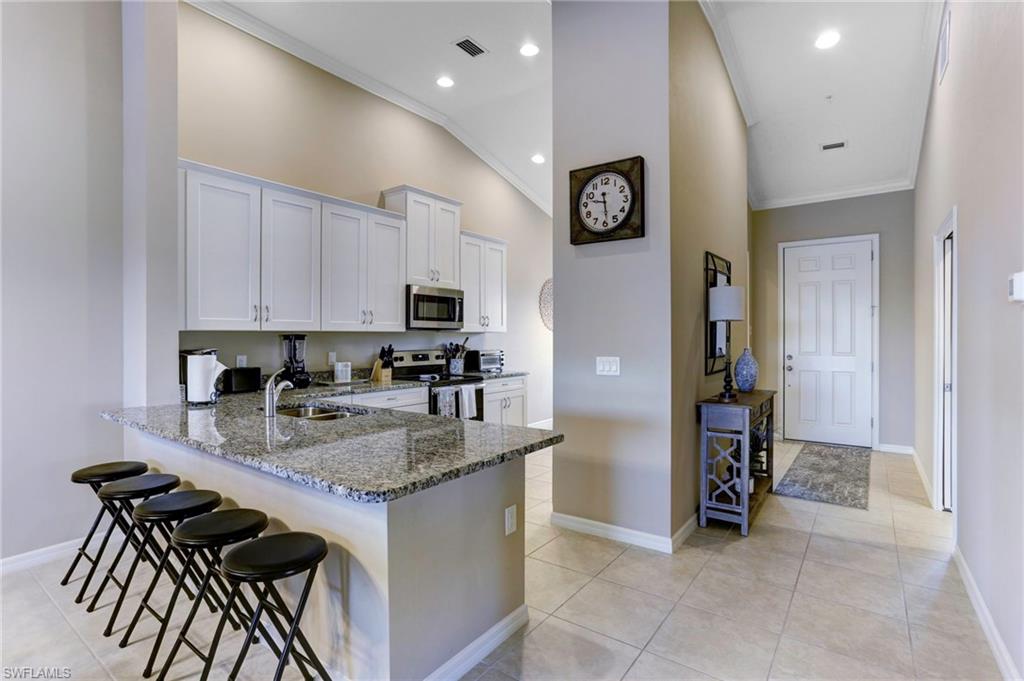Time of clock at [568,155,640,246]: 9:28
